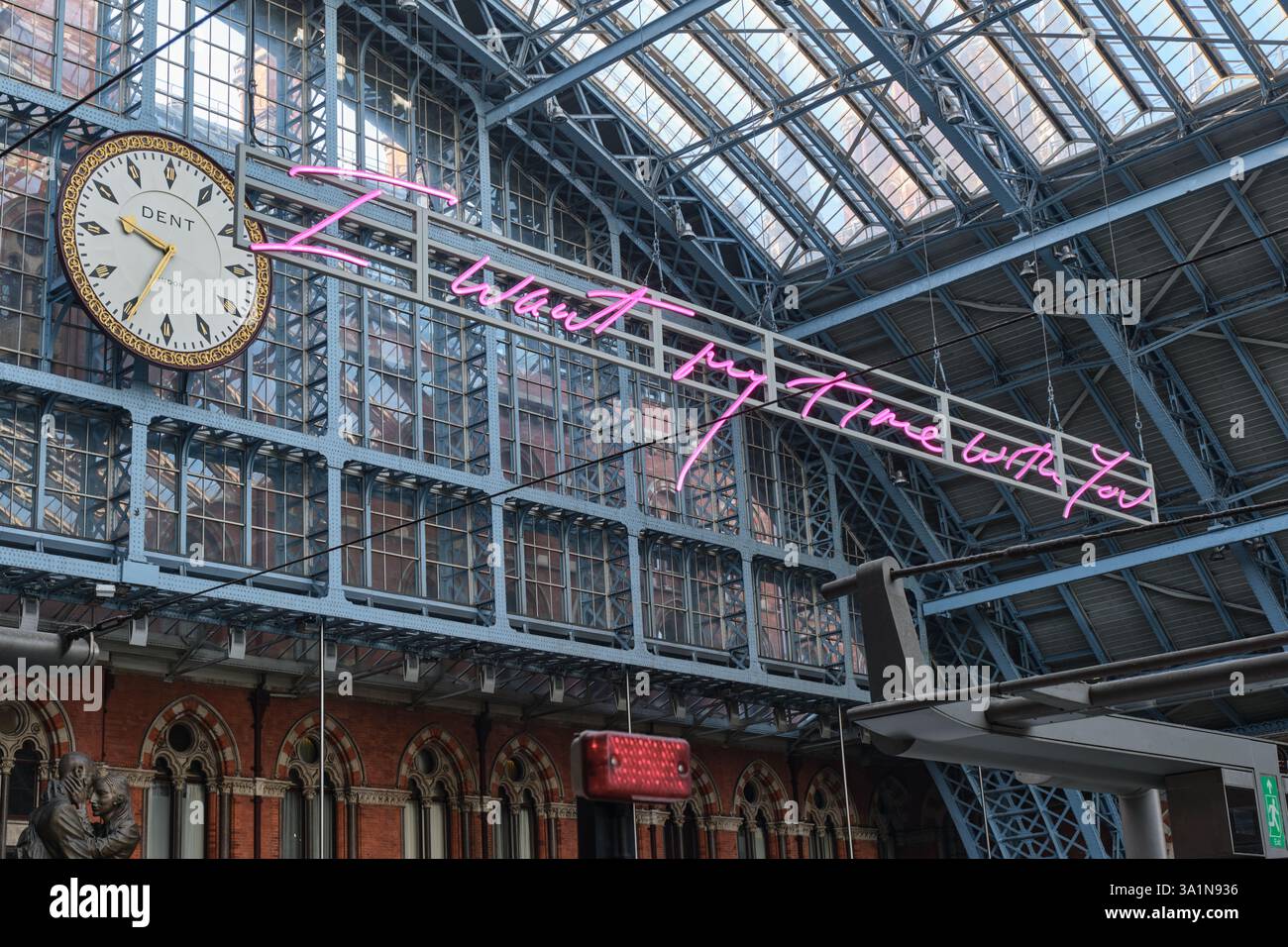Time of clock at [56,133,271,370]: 9:34
